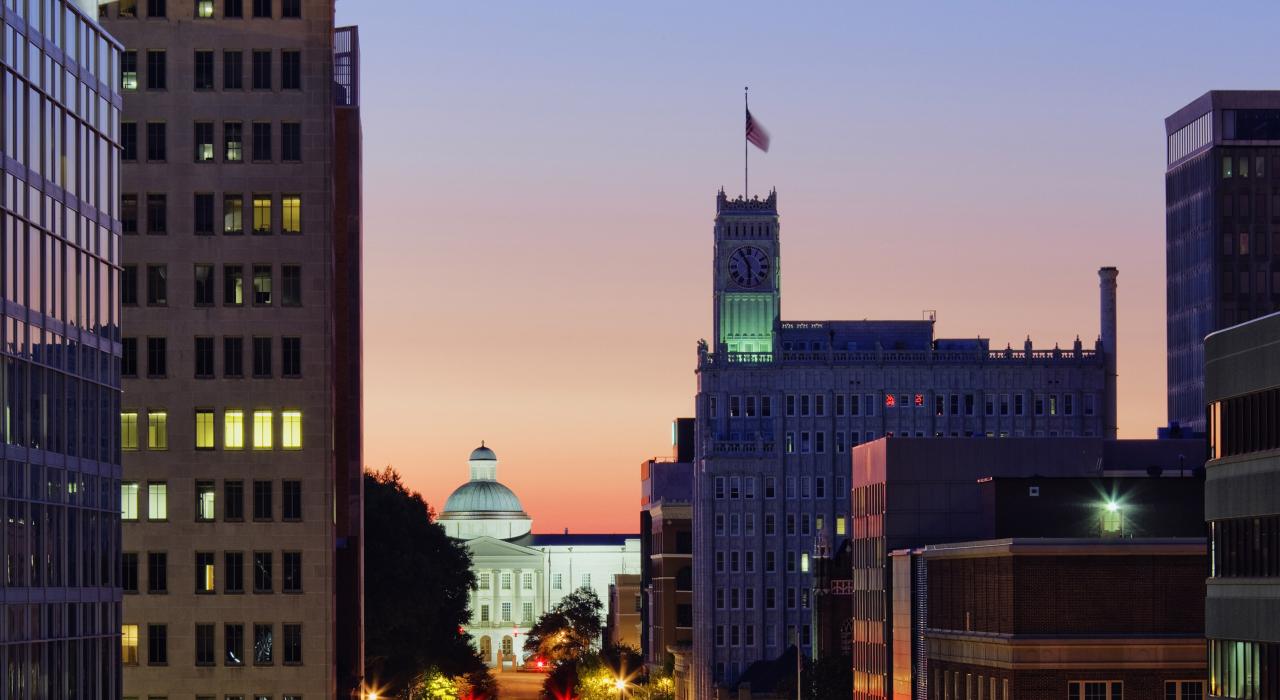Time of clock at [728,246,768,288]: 5:55
